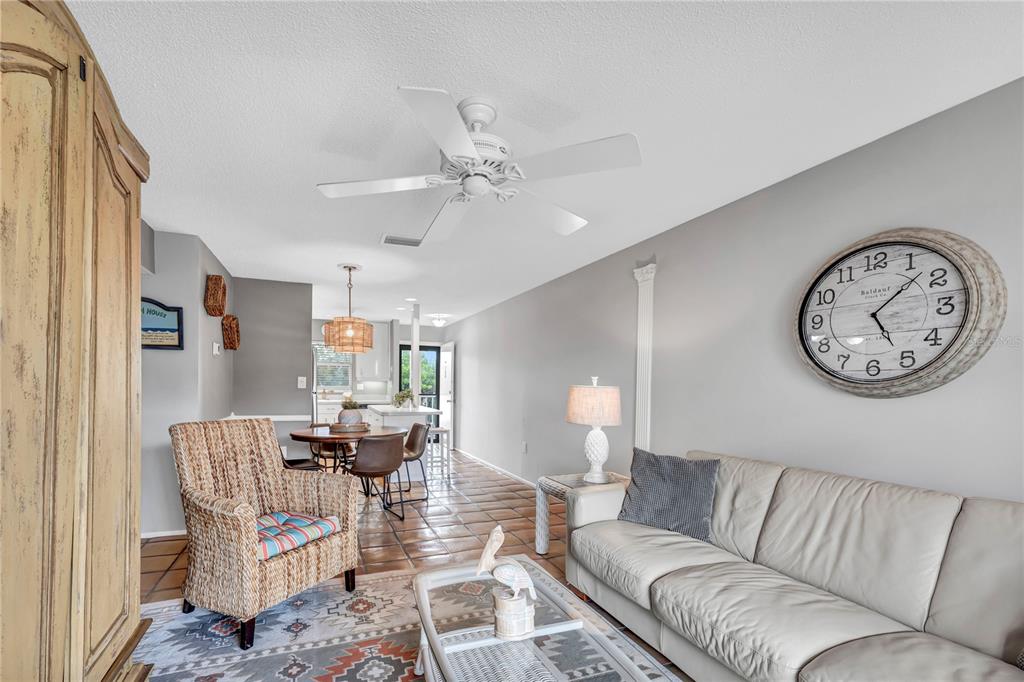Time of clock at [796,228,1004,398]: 5:07
